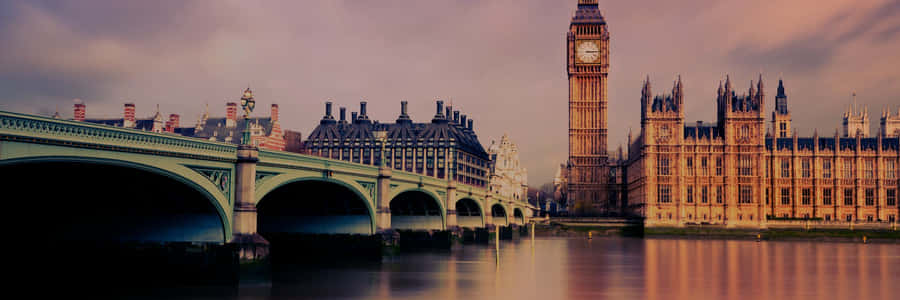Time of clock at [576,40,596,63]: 3:14
